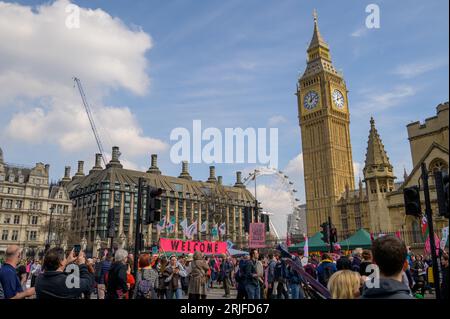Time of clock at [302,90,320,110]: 12:07
